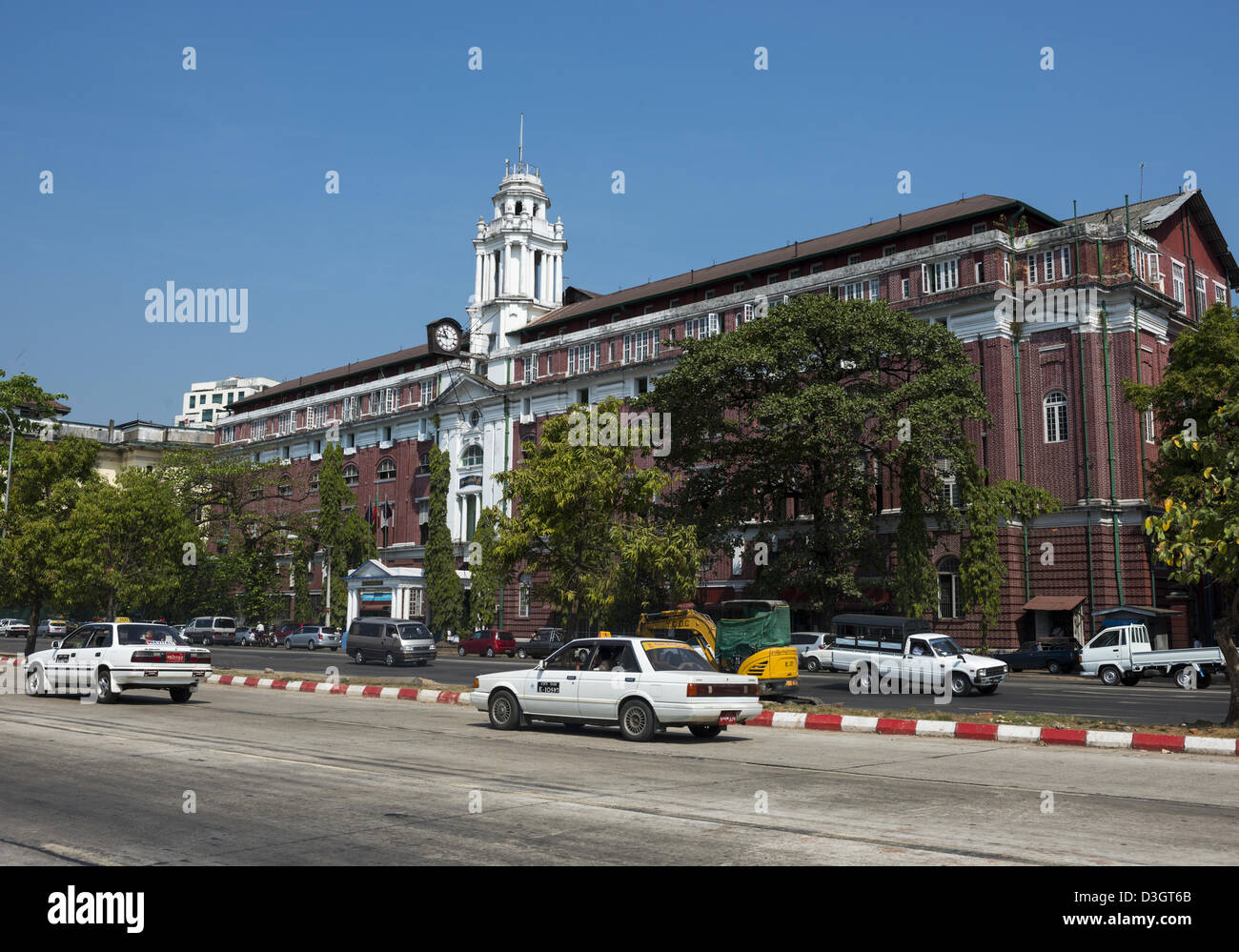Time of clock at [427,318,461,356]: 10:45
